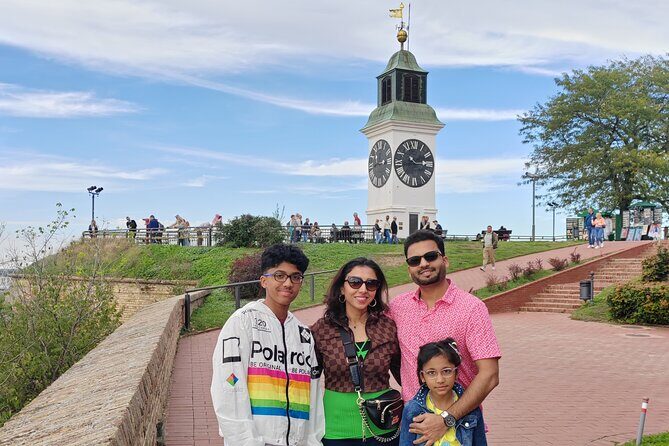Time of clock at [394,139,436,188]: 10:14
